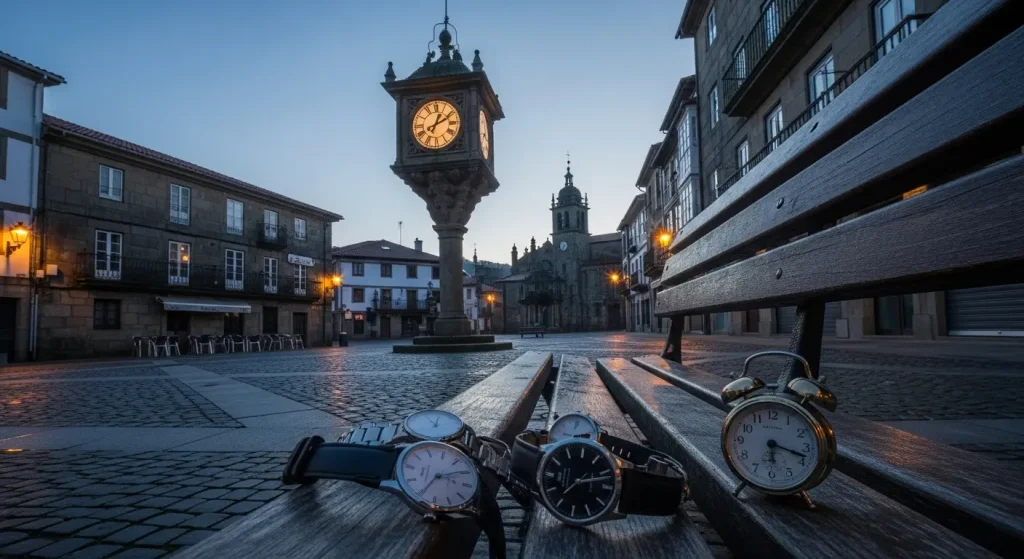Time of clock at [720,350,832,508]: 6:18
